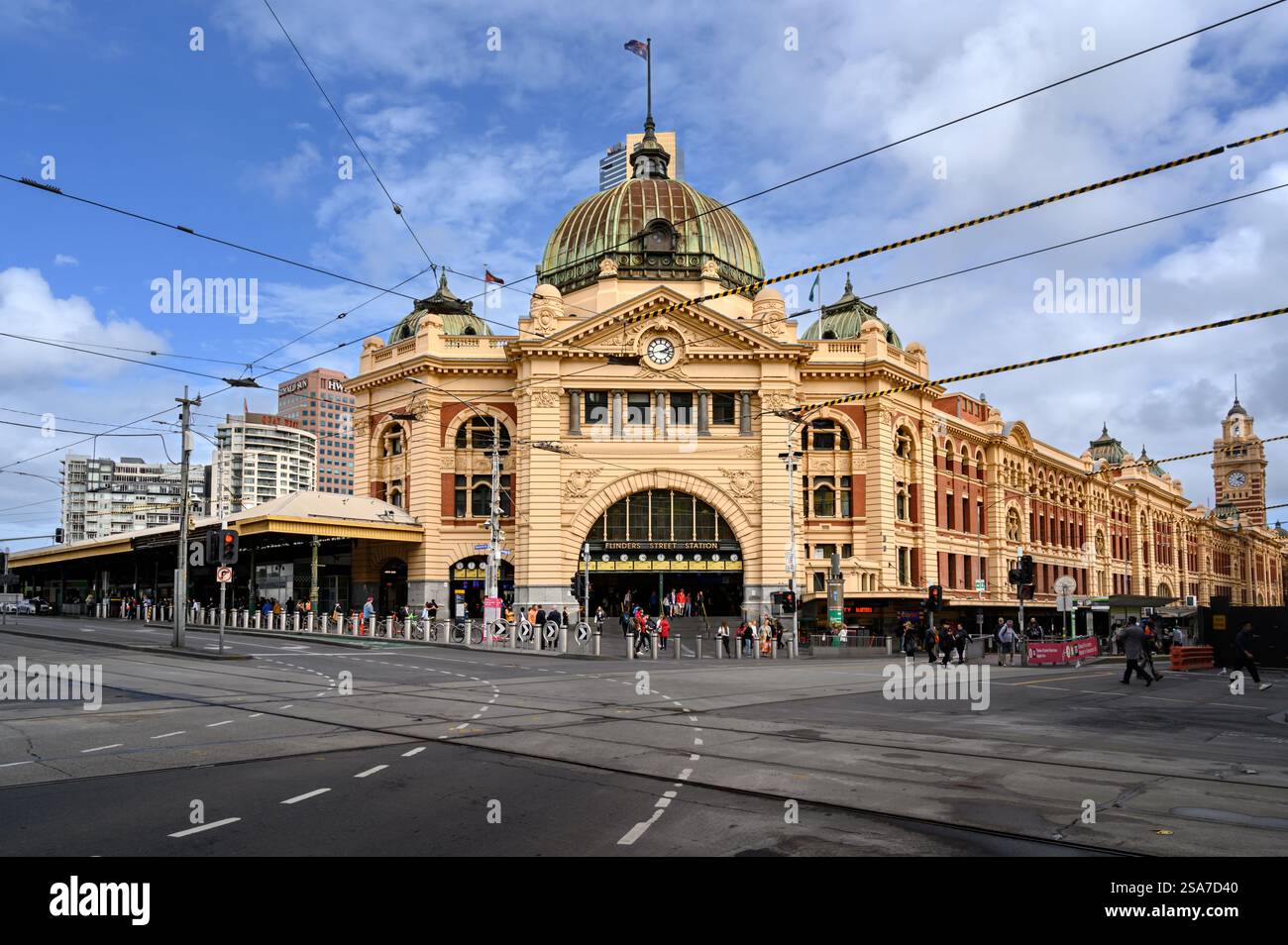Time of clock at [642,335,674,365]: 2:17
